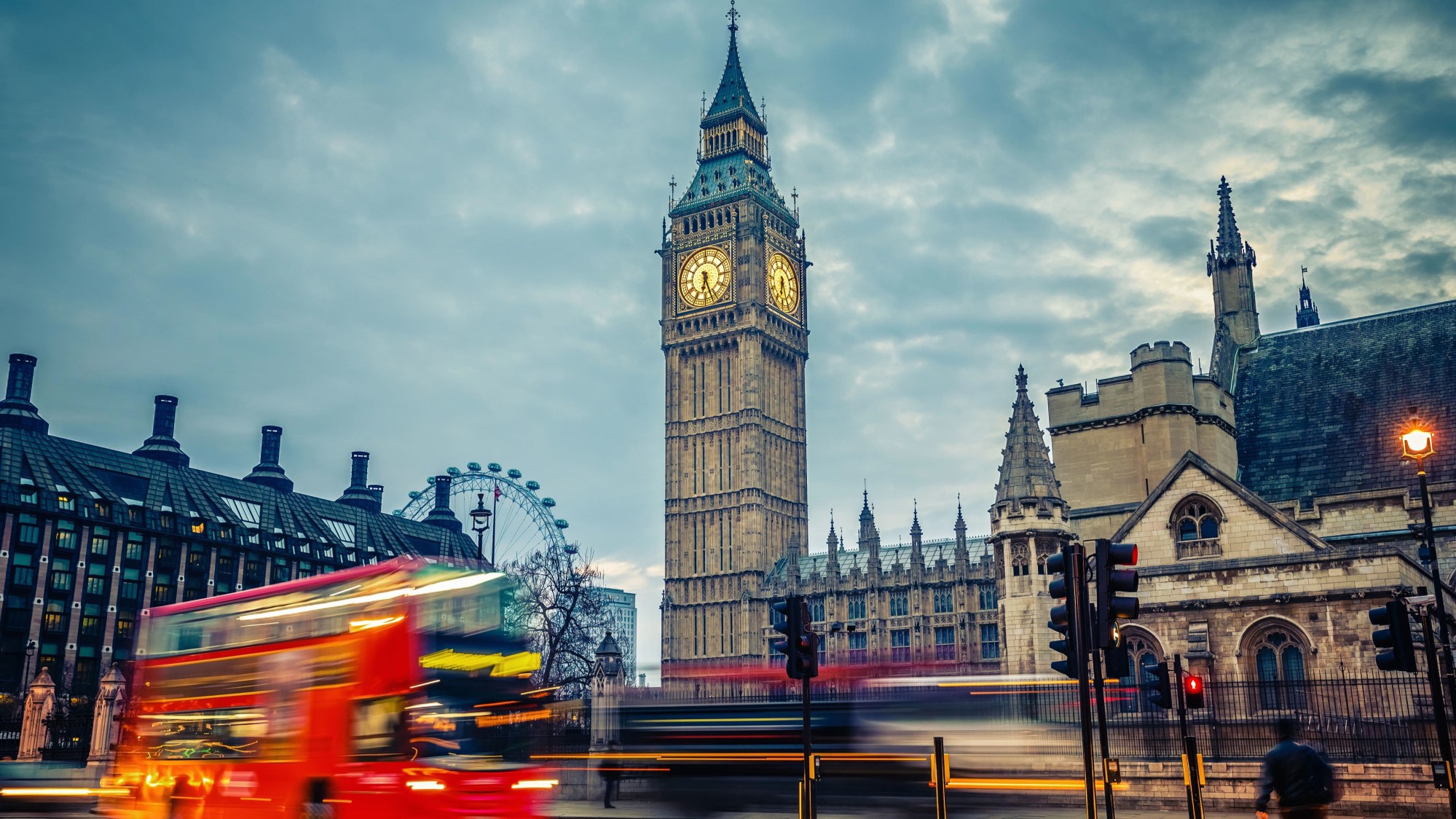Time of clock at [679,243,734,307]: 6:26
